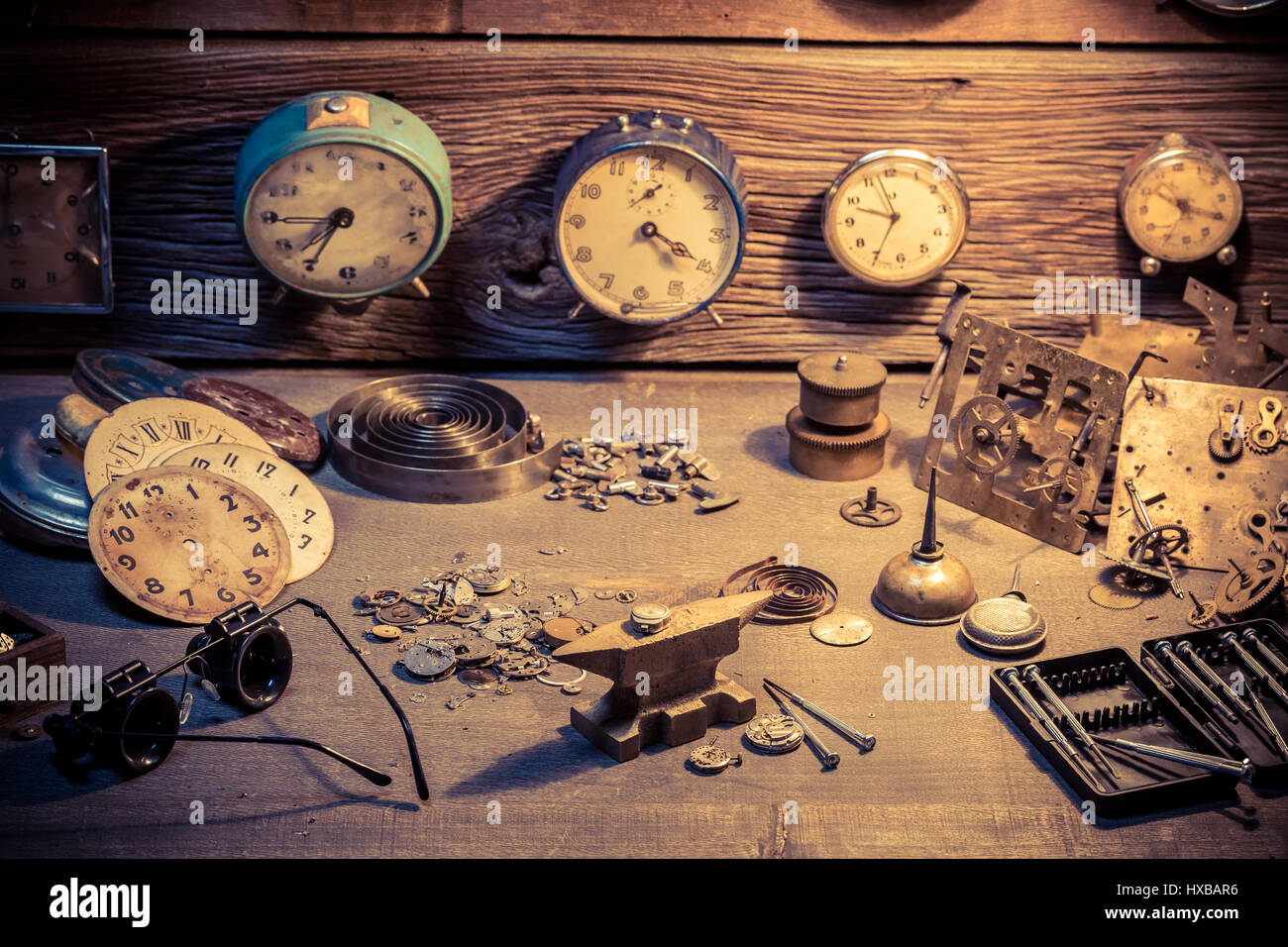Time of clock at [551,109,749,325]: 4:20
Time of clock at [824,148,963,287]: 9:34
